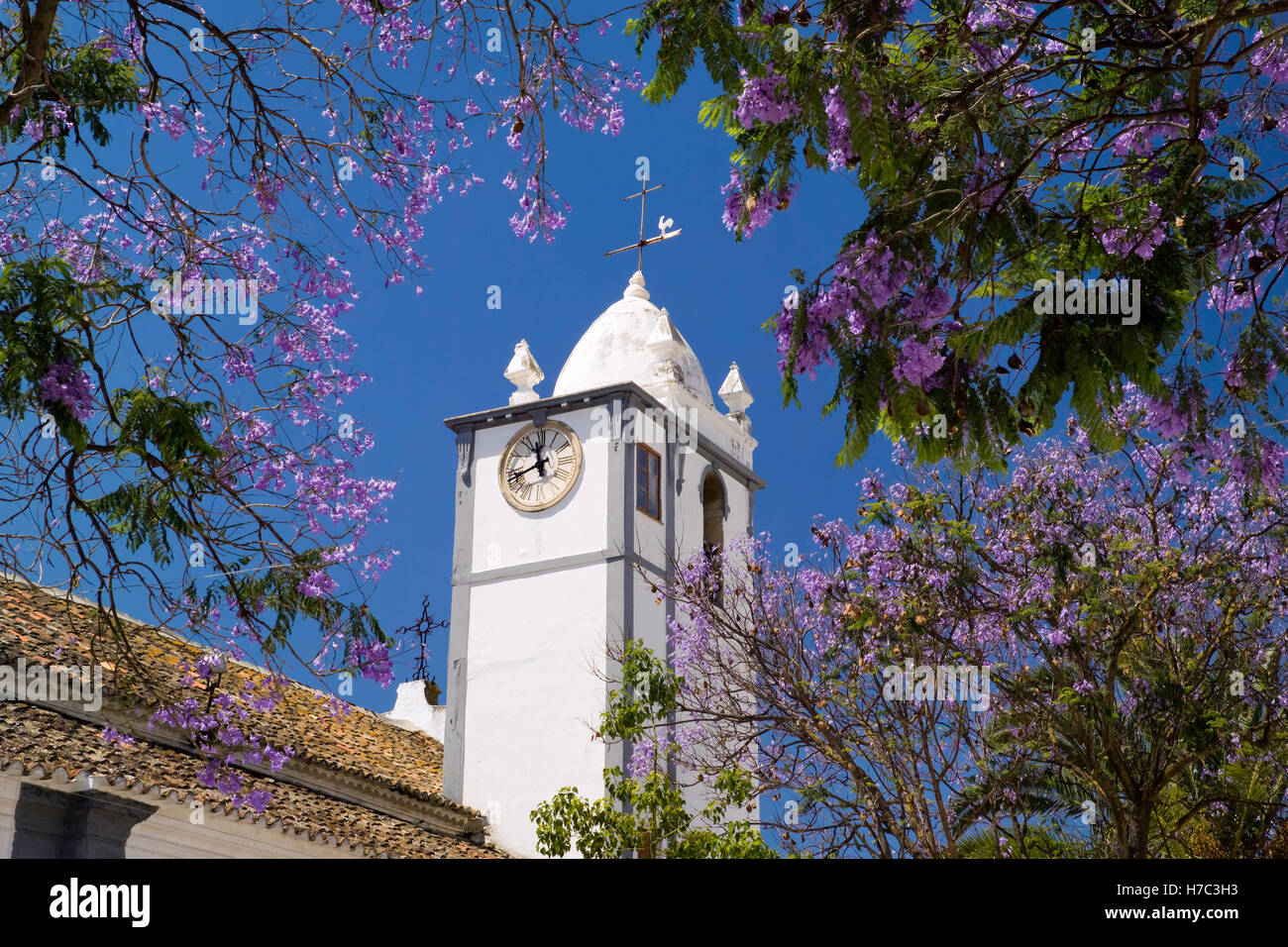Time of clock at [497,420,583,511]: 11:41
